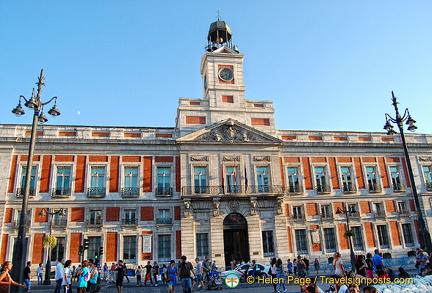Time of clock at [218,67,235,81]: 5:40
